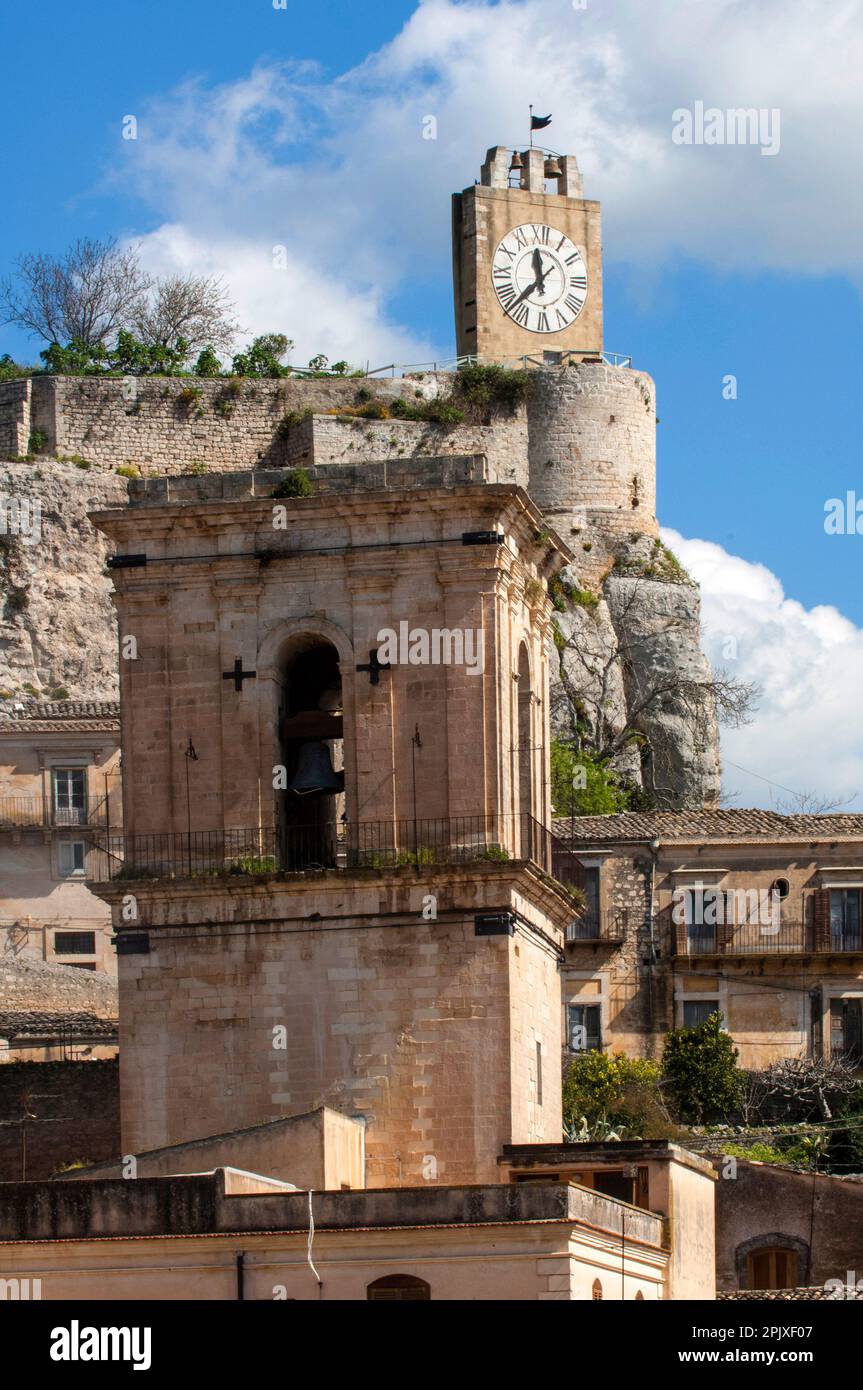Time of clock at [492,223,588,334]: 11:37
